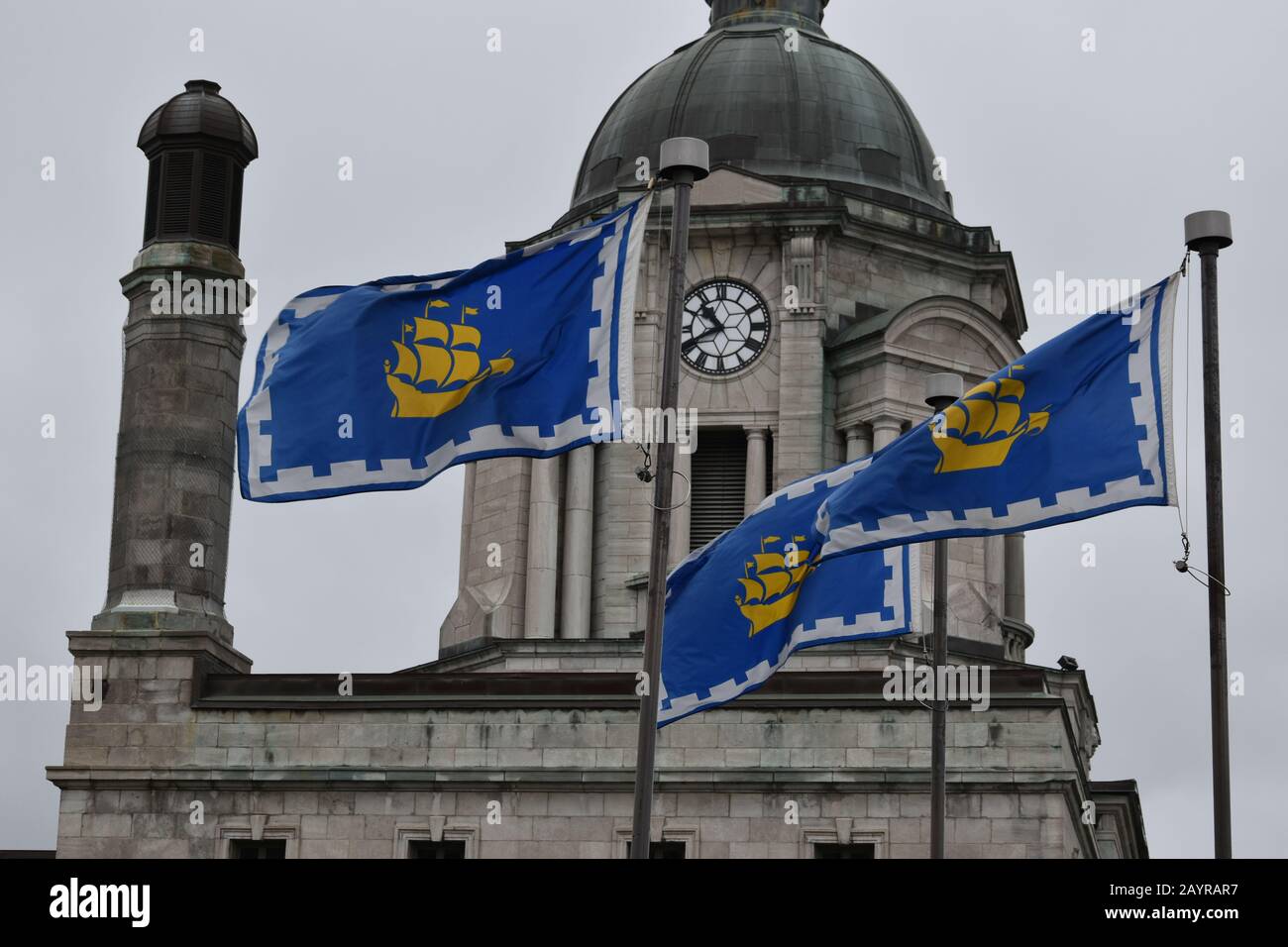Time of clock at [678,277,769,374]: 10:40
